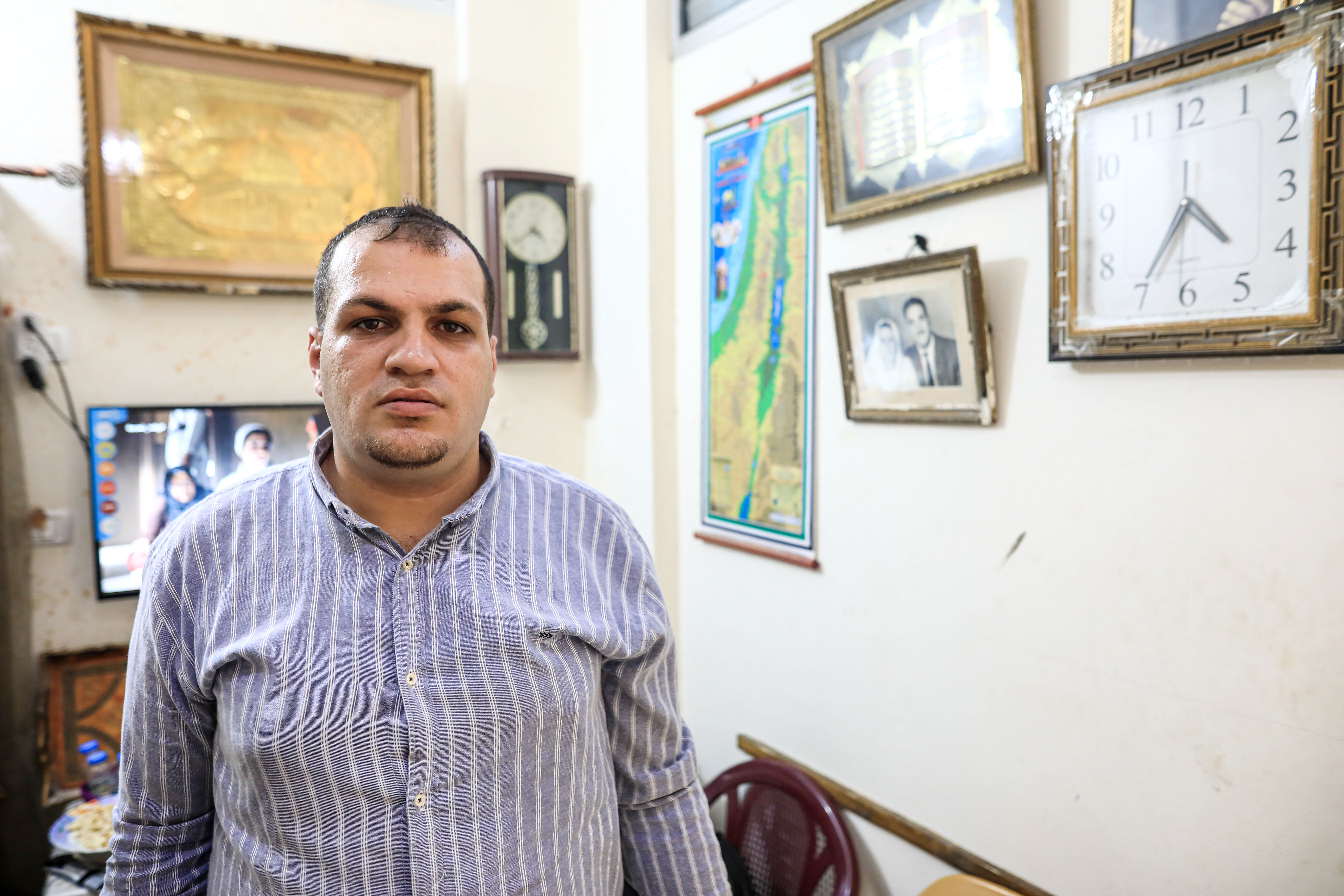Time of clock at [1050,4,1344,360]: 4:35
